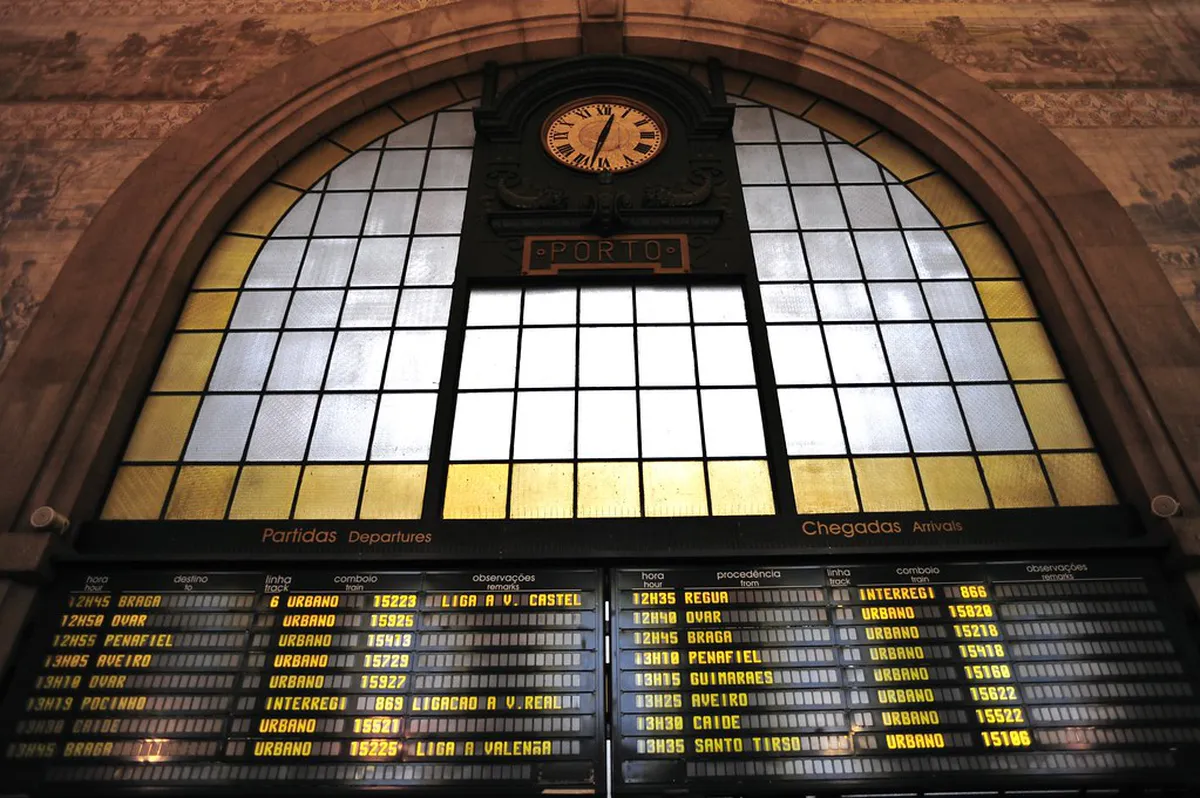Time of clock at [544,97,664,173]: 12:32
